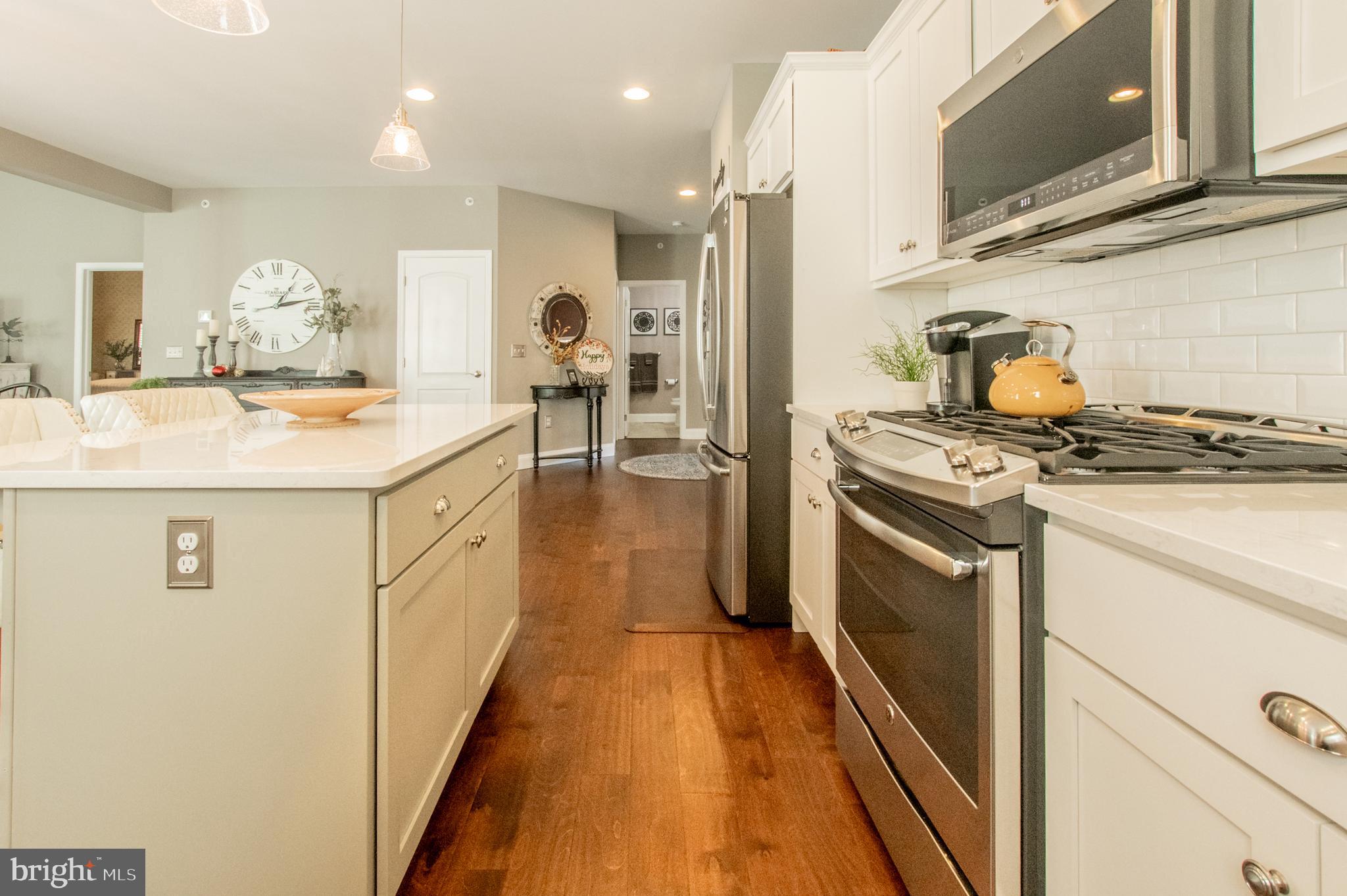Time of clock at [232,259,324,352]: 1:13
